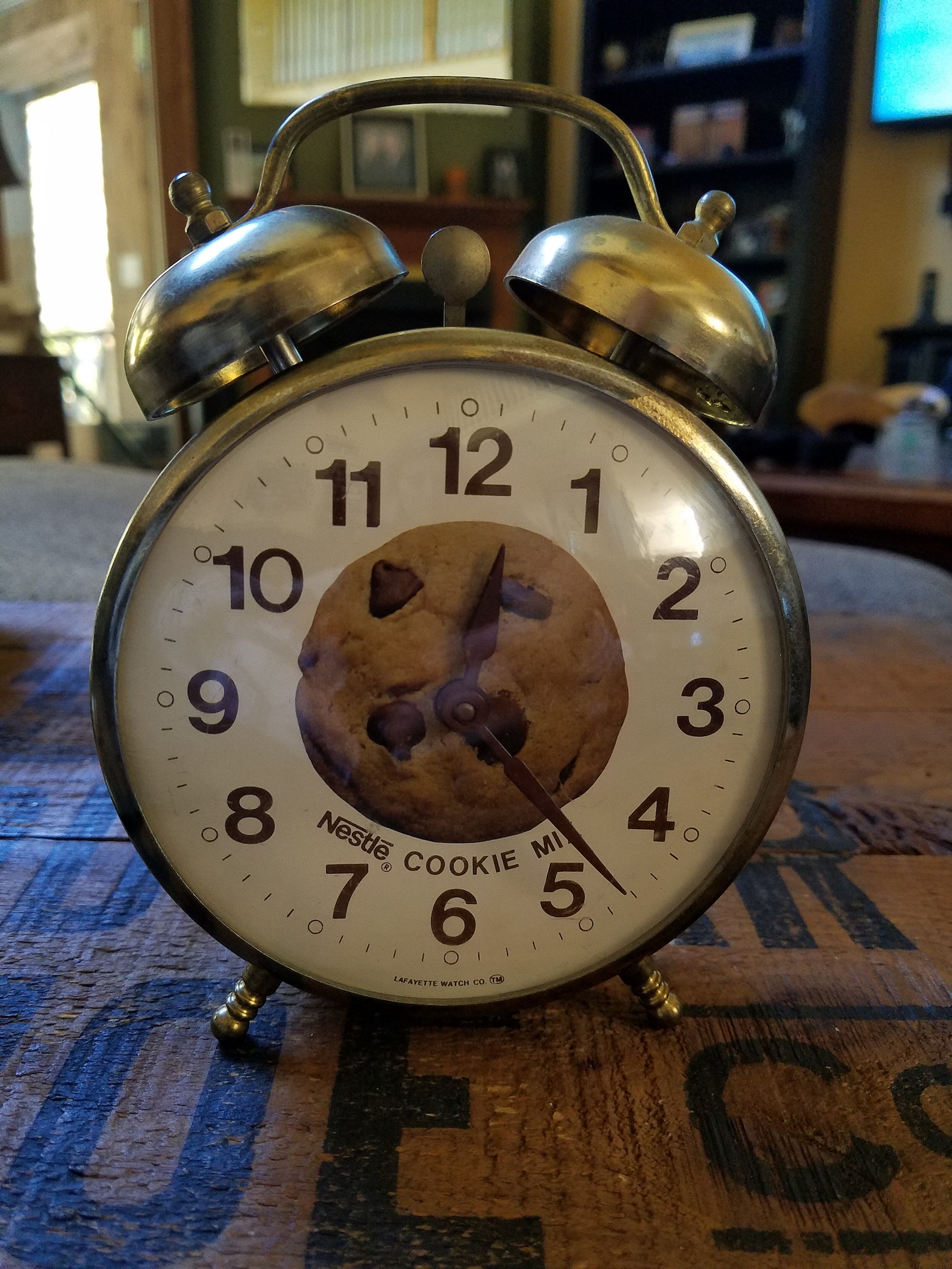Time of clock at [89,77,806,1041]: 12:23
